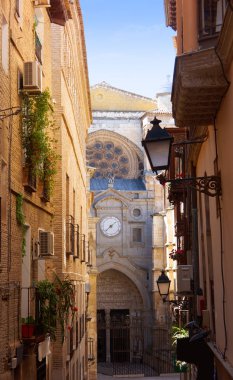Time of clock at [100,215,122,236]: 1:37
